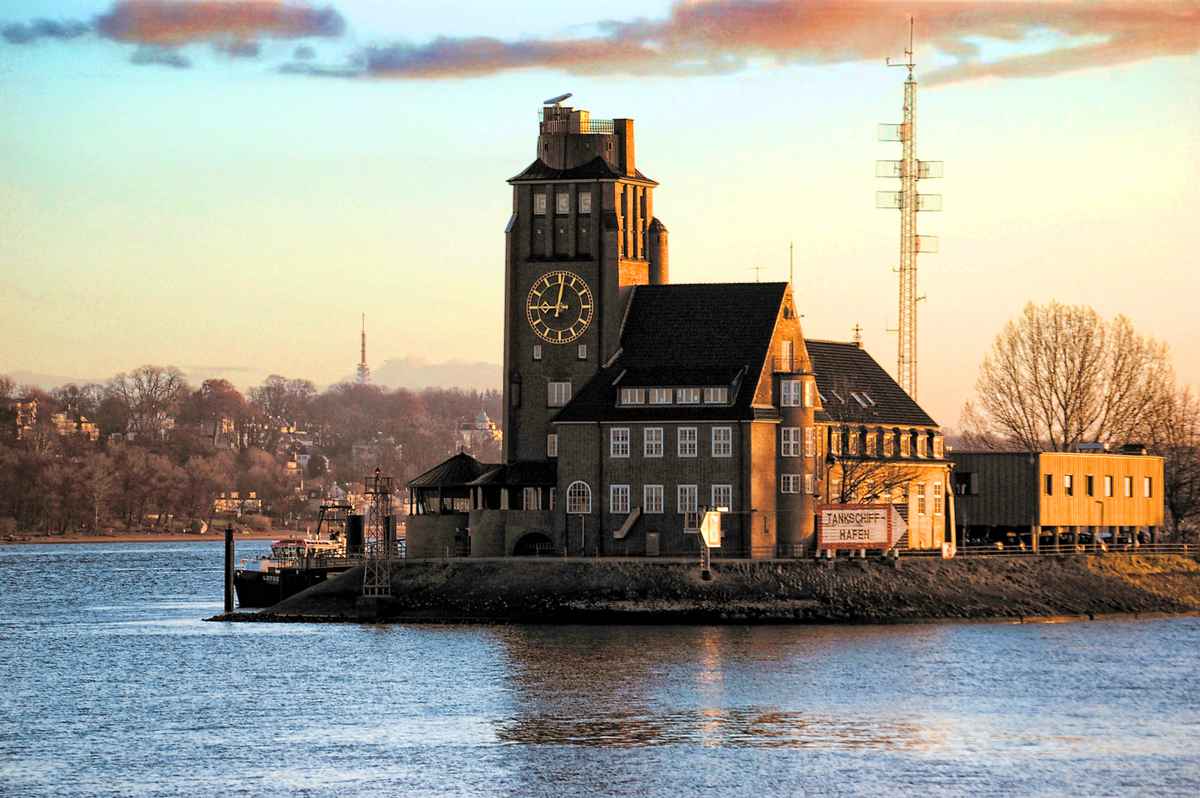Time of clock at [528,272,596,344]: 9:01
